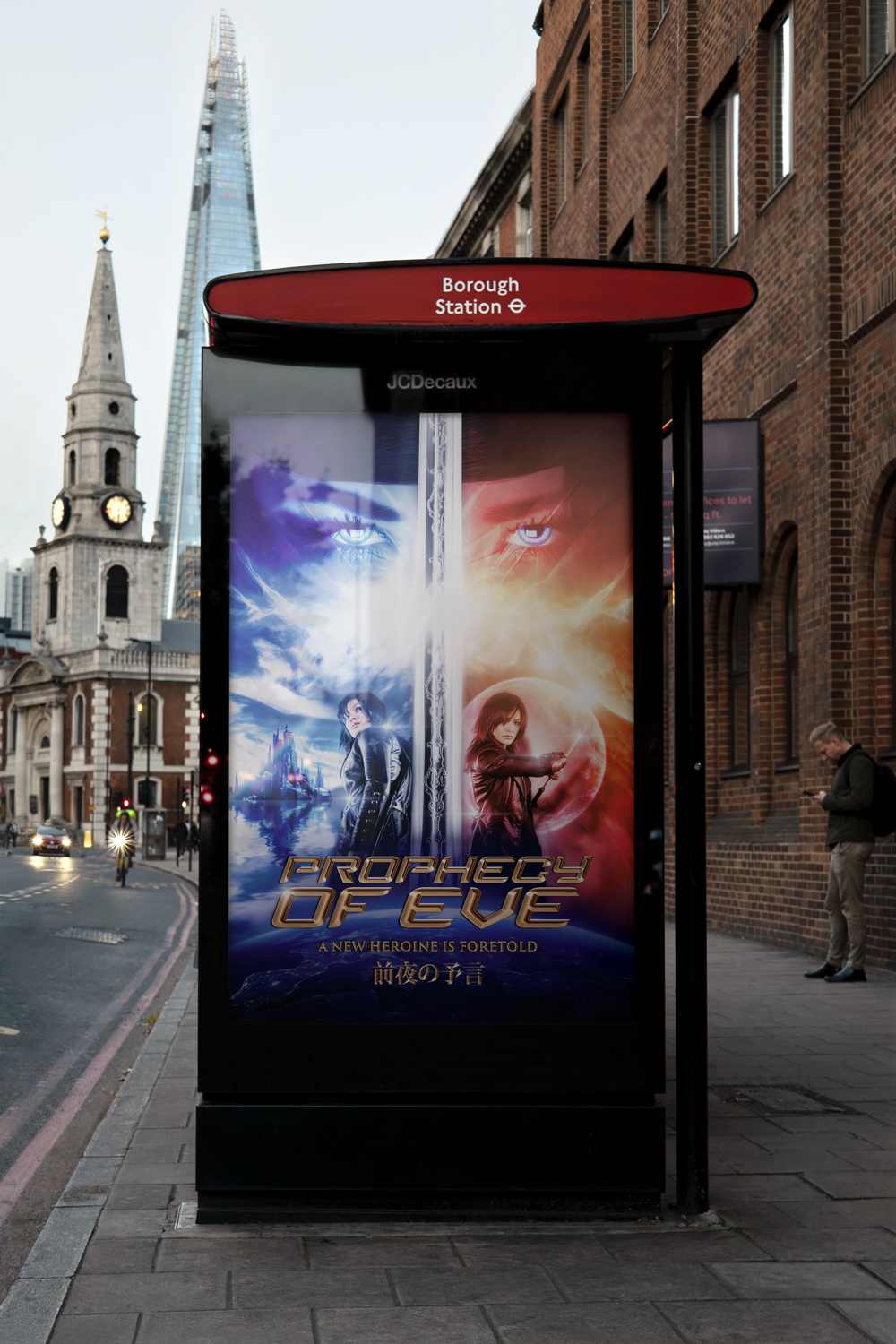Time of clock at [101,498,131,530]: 6:03
